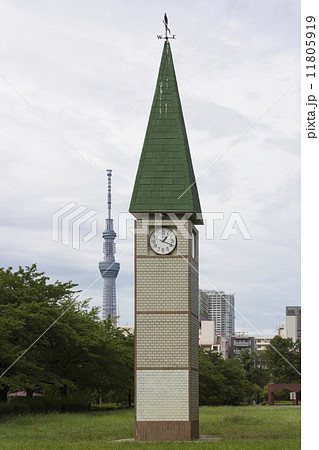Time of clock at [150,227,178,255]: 1:18
